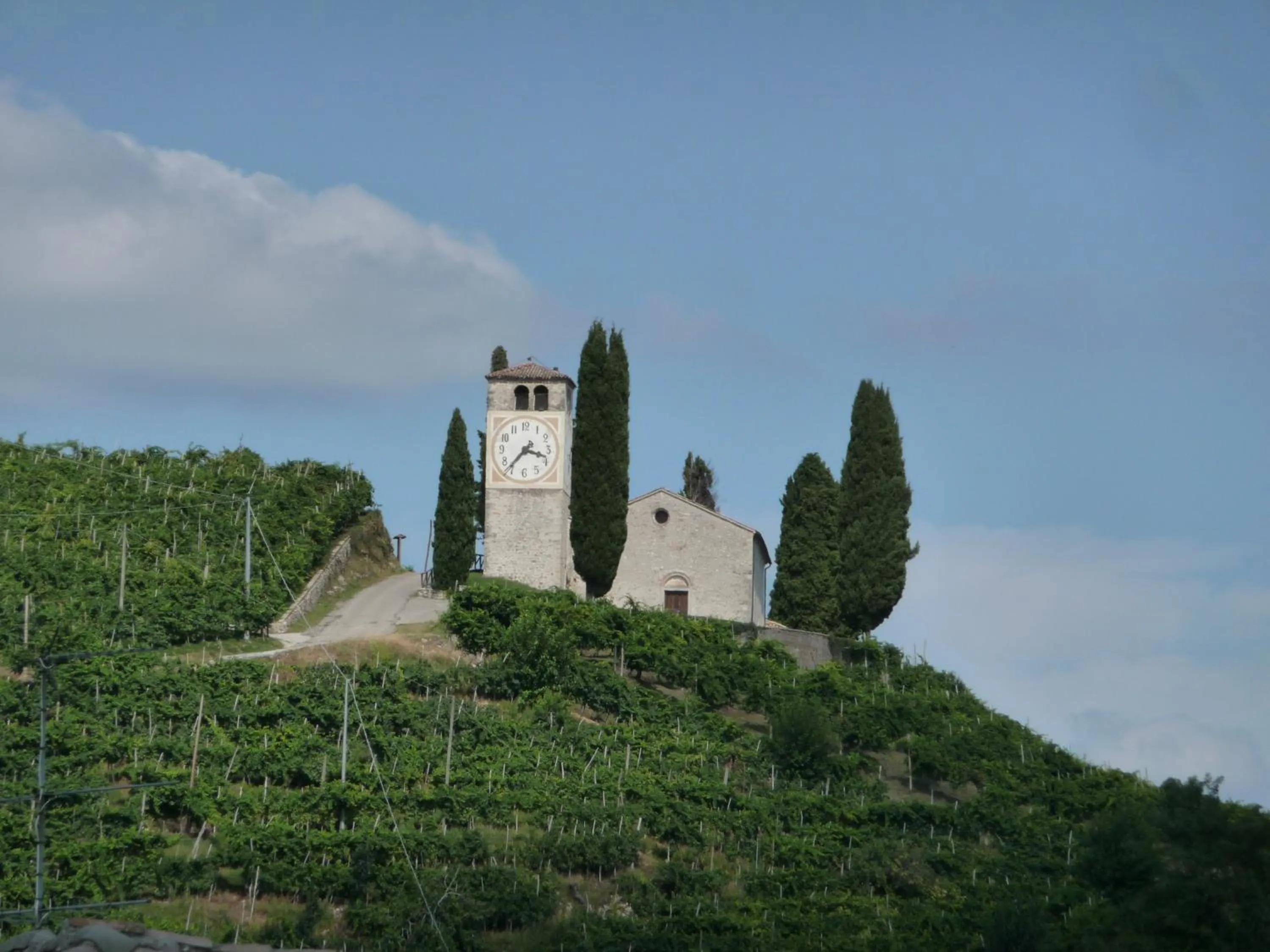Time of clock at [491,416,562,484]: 3:36
